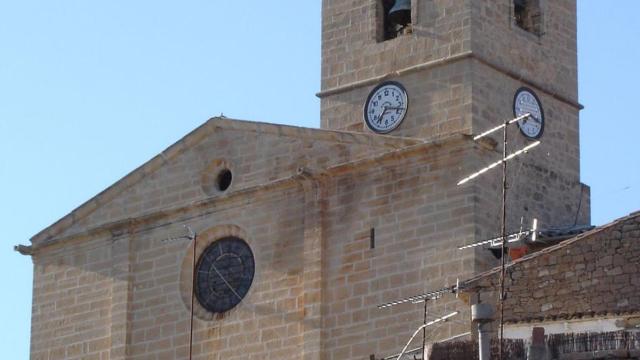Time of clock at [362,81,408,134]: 7:17
